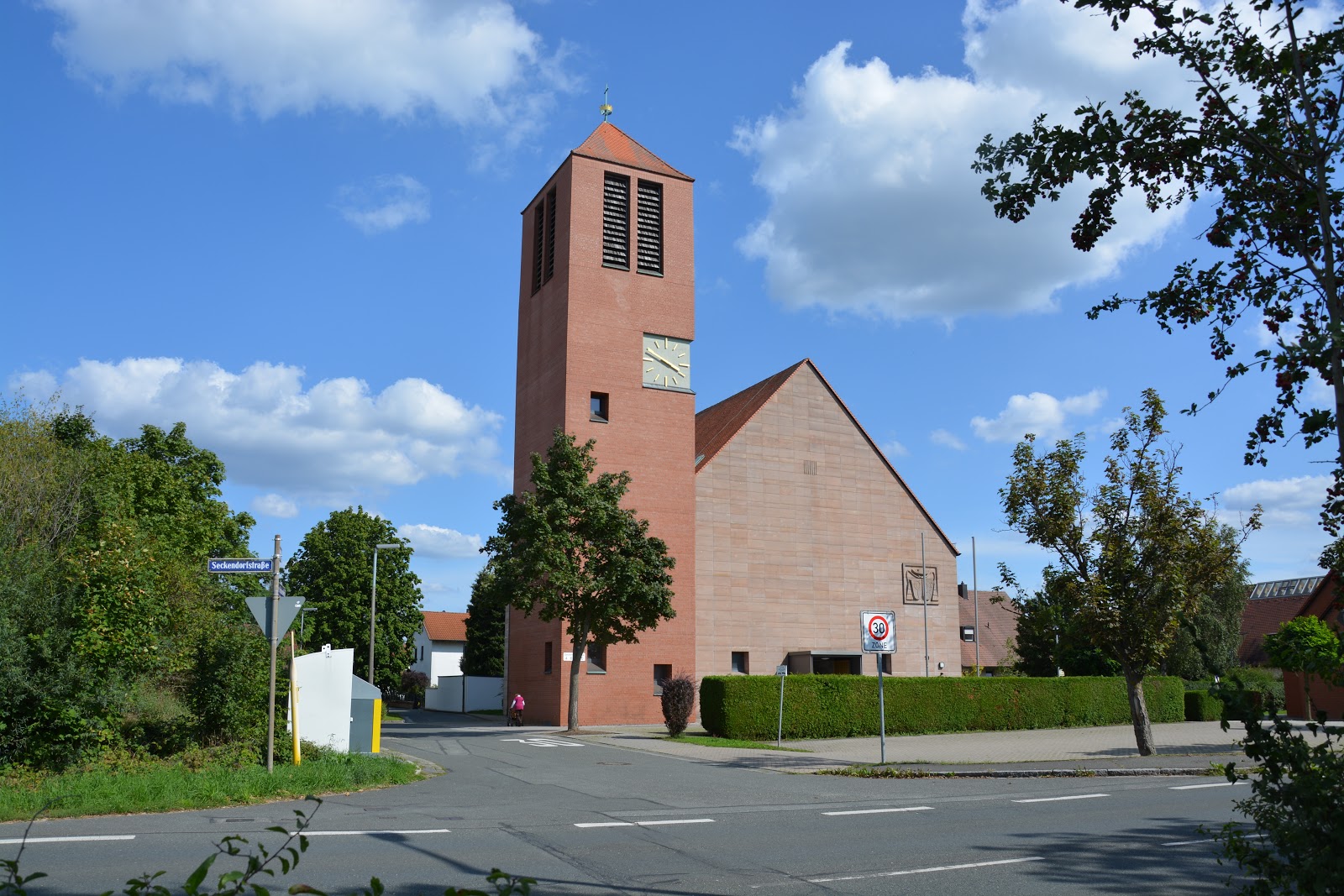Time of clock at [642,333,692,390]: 3:48
